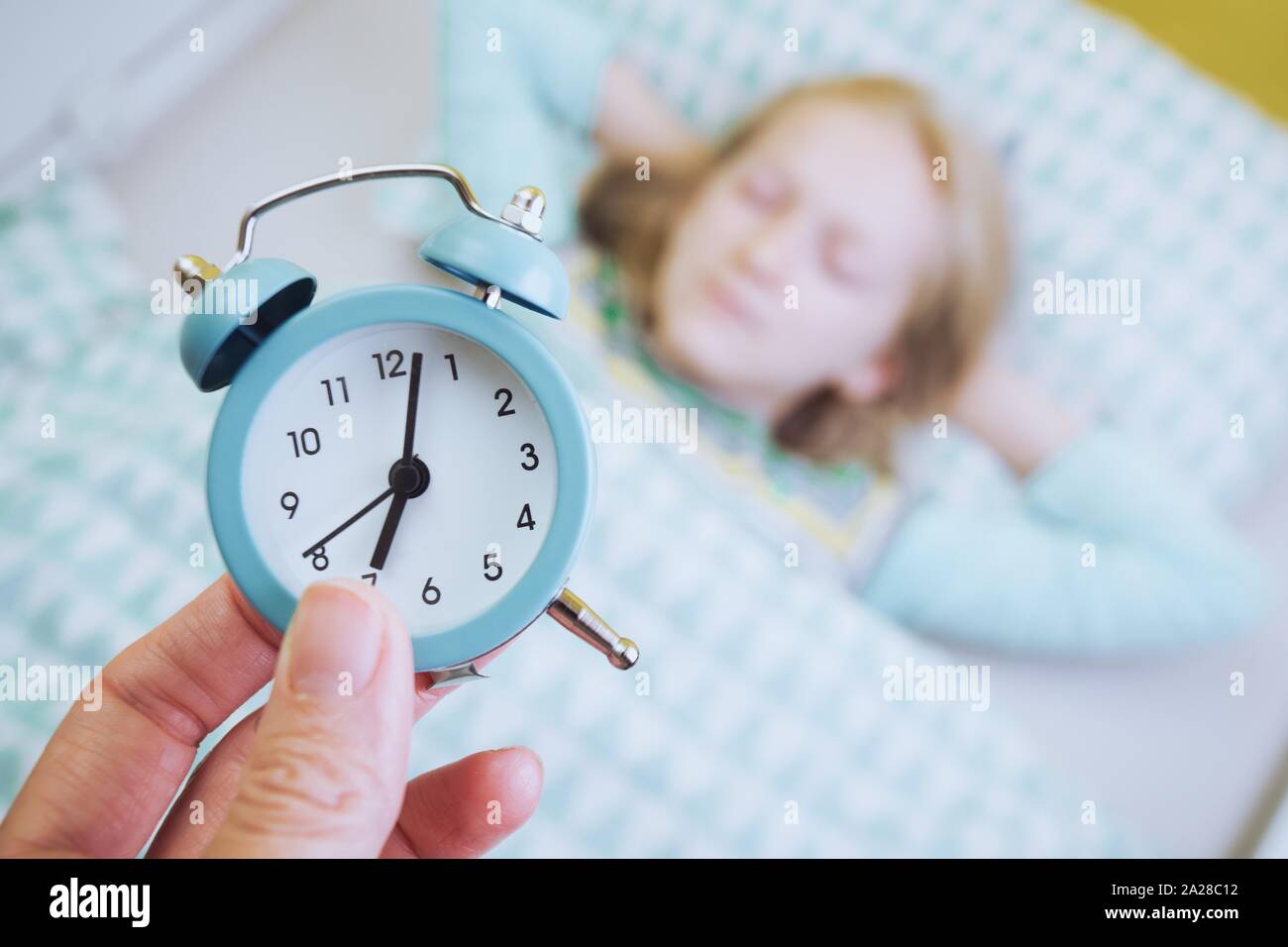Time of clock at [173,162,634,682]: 7:02
